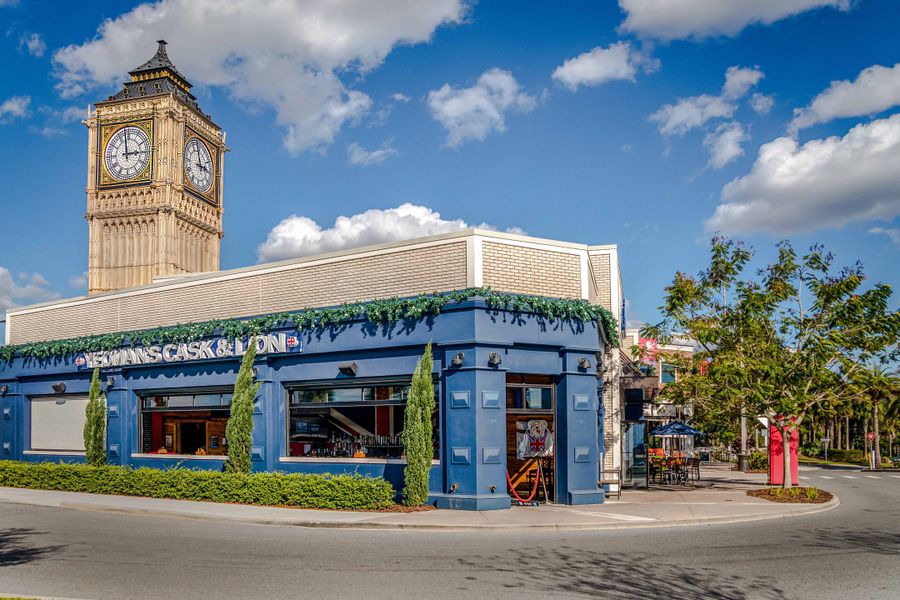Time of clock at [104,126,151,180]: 2:58
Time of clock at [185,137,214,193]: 2:58
